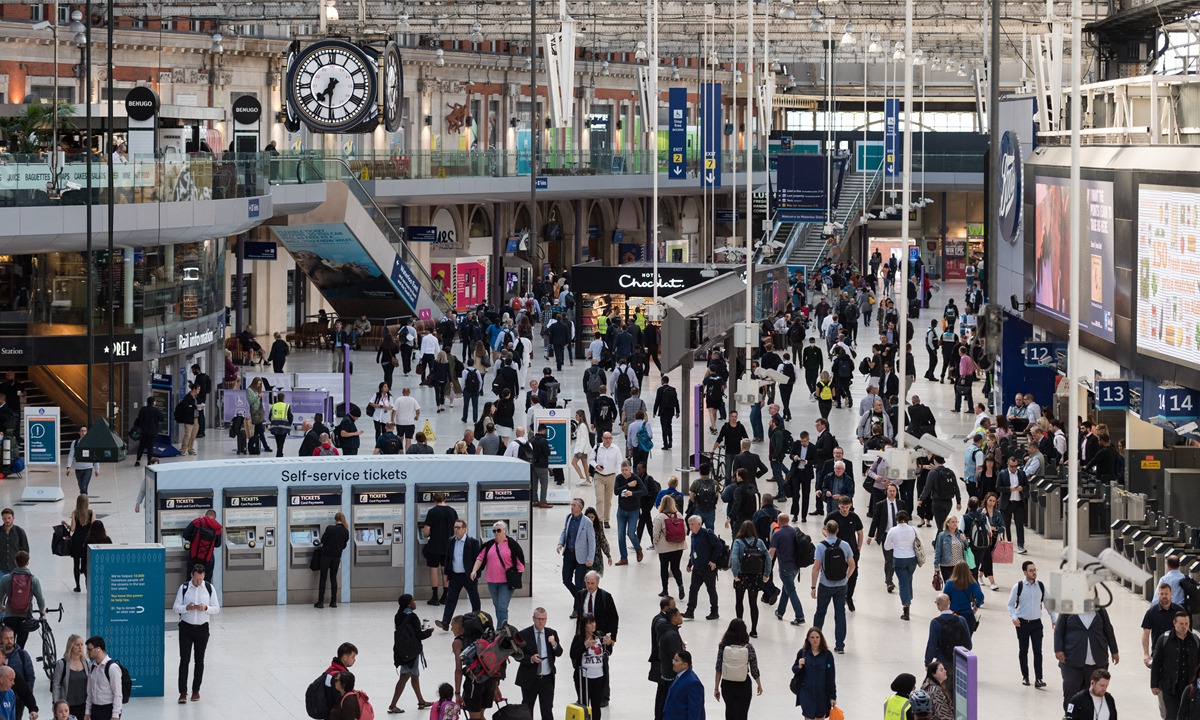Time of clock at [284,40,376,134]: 7:30
